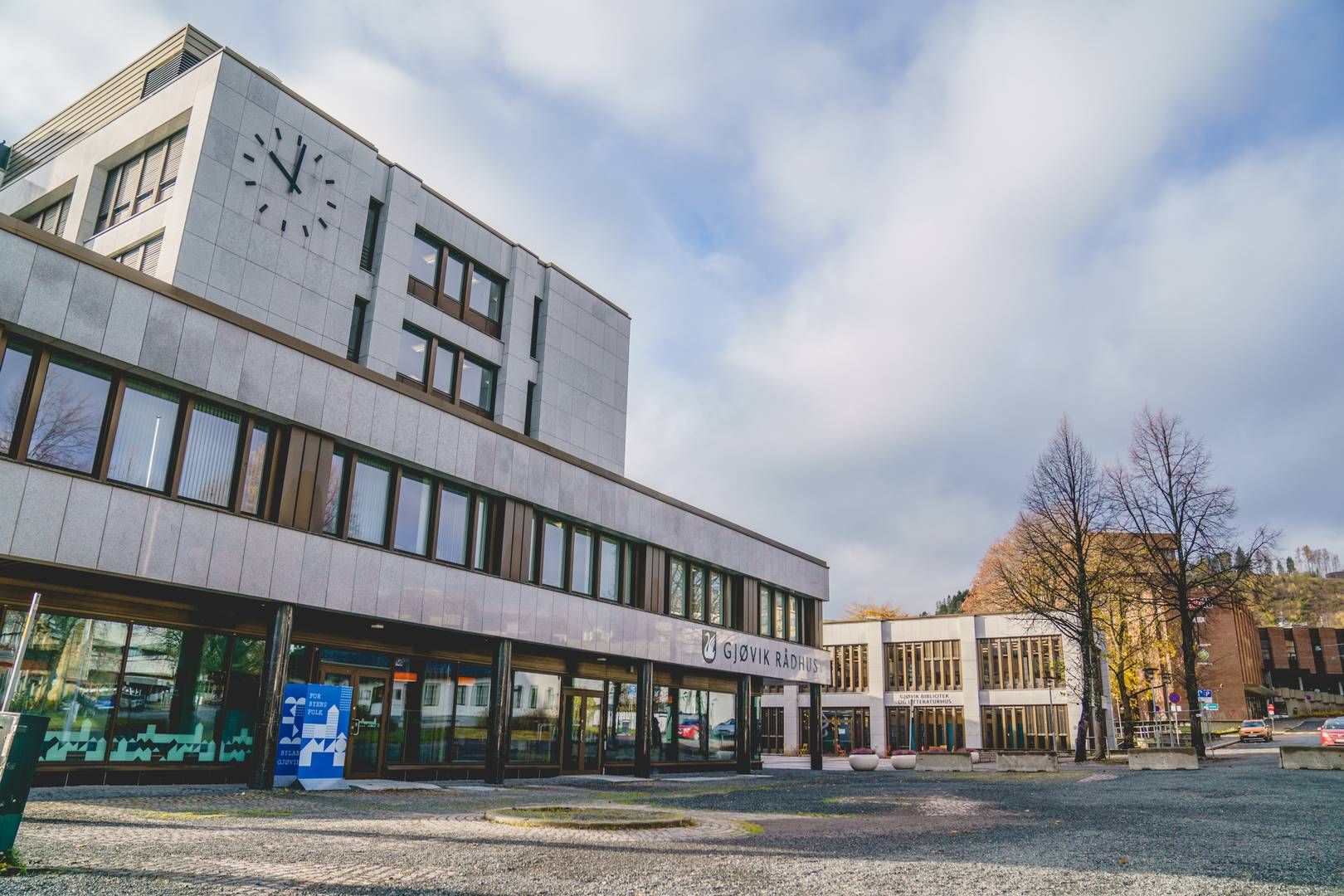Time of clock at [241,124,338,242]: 10:01
